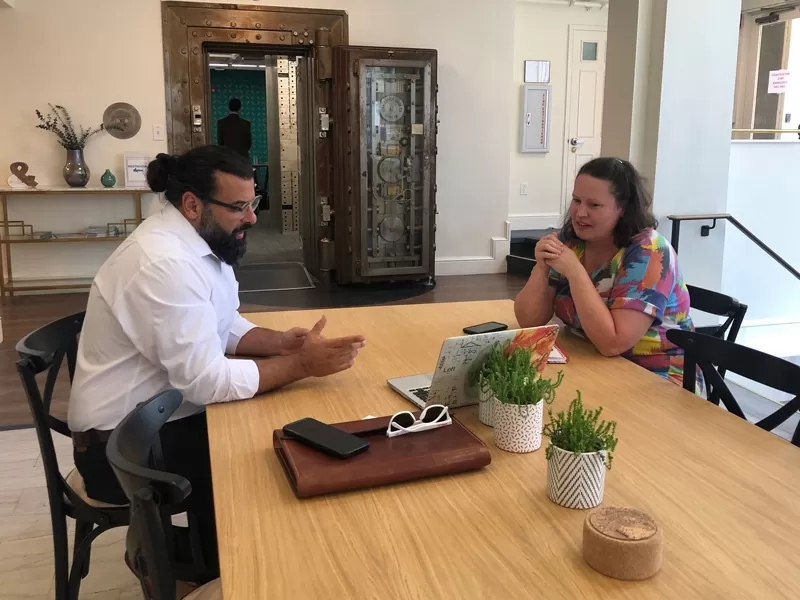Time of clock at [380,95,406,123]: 6:32
